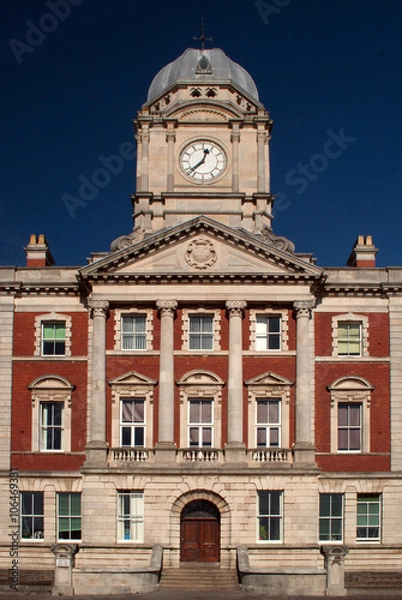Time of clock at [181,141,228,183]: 12:37
